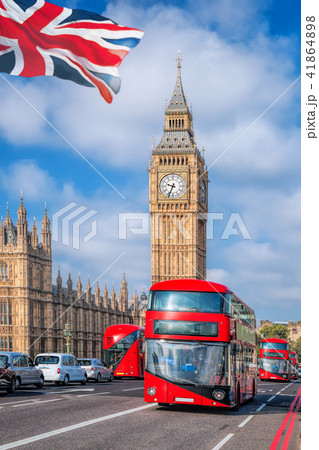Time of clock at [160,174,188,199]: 9:34
